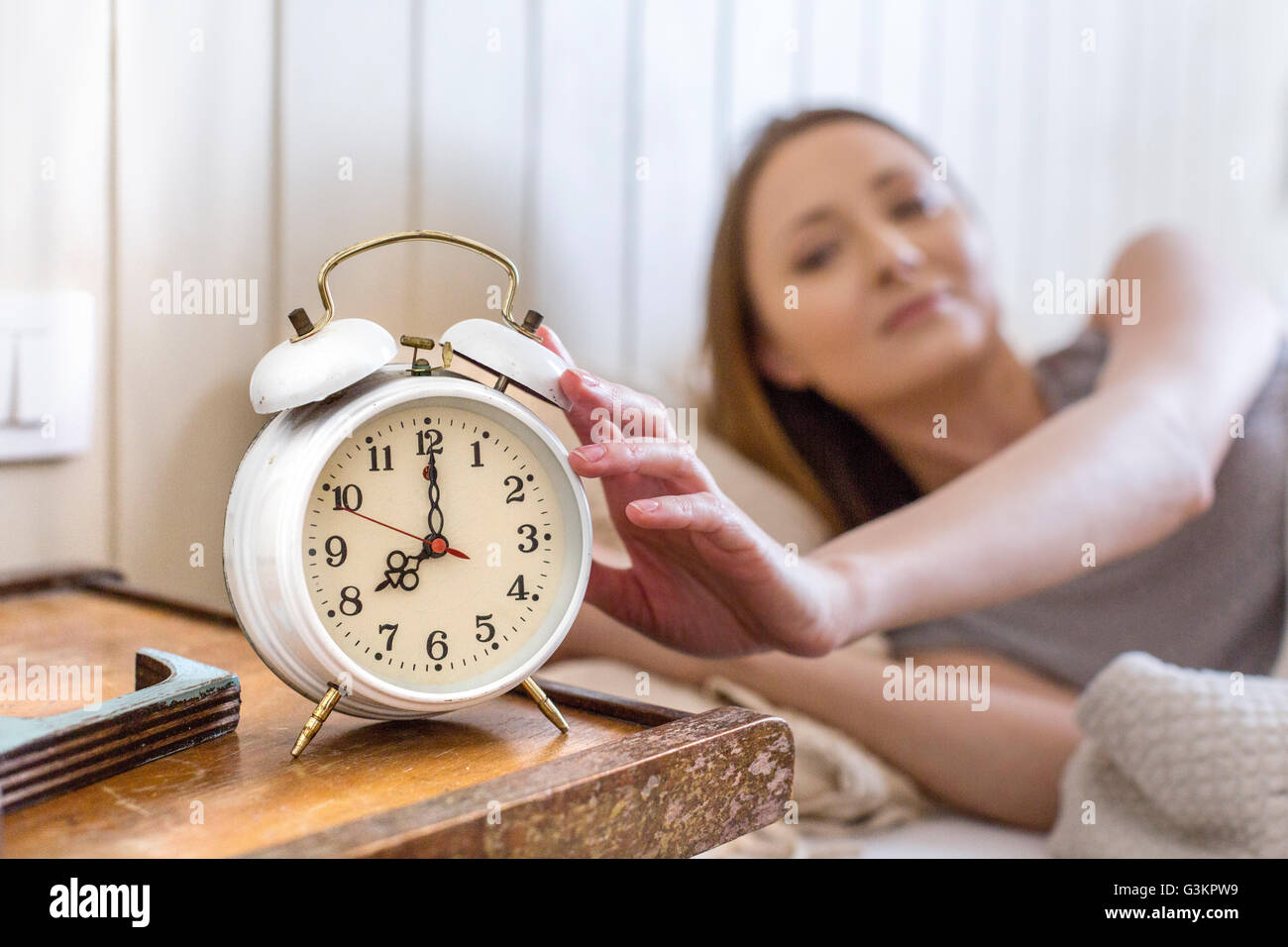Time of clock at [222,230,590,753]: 8:00
